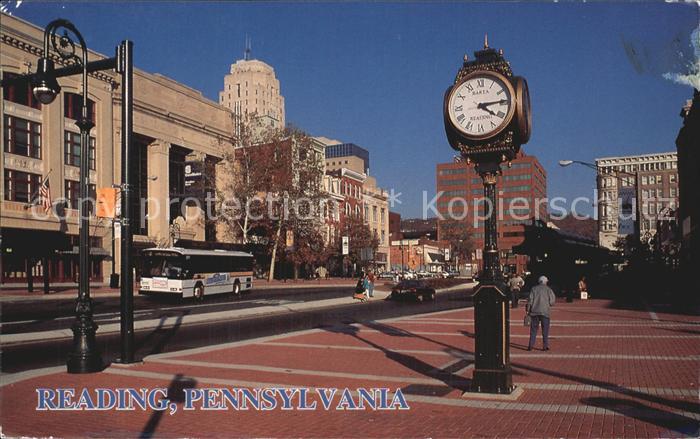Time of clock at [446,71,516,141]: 4:13
